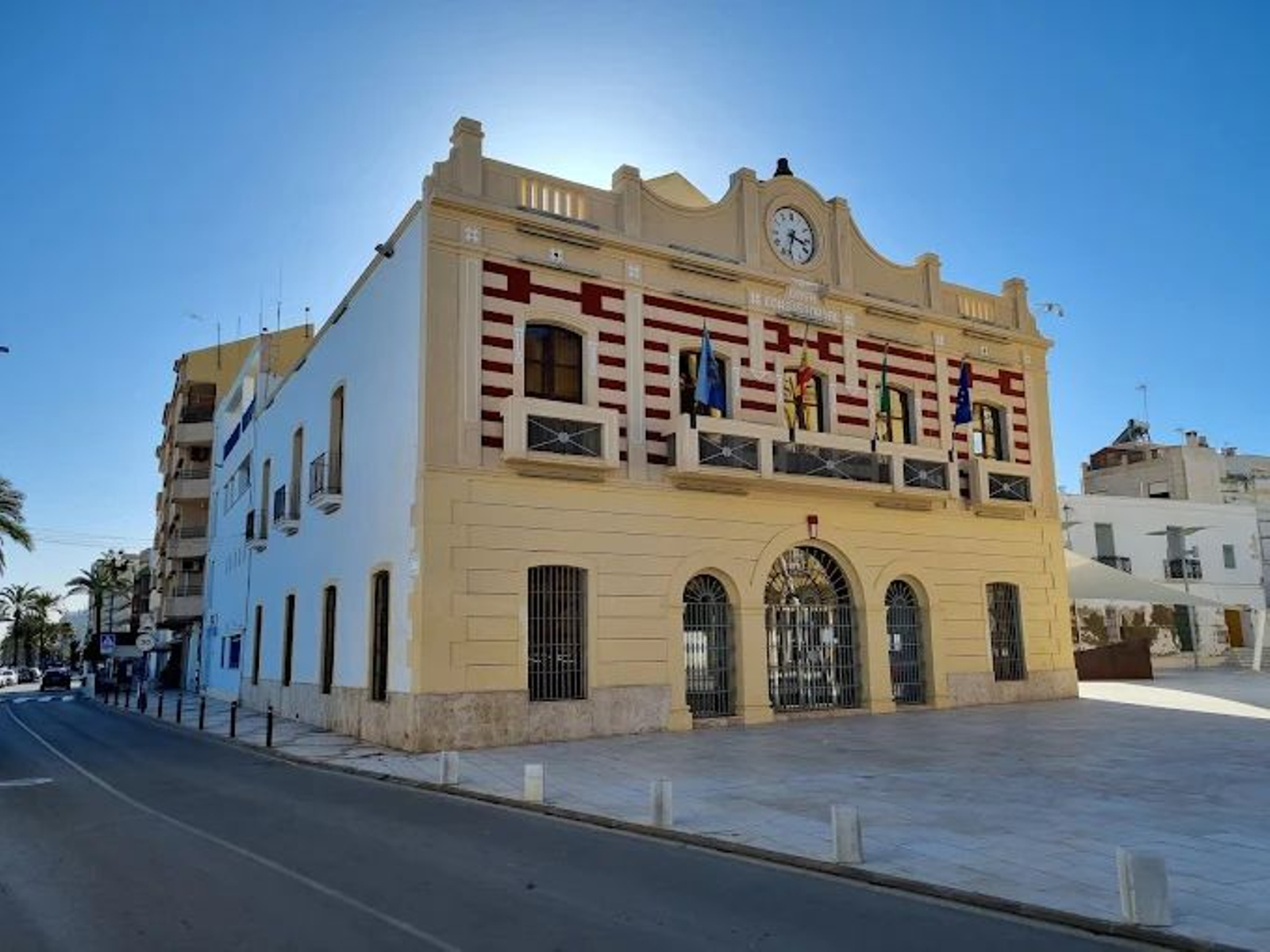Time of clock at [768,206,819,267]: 3:32
